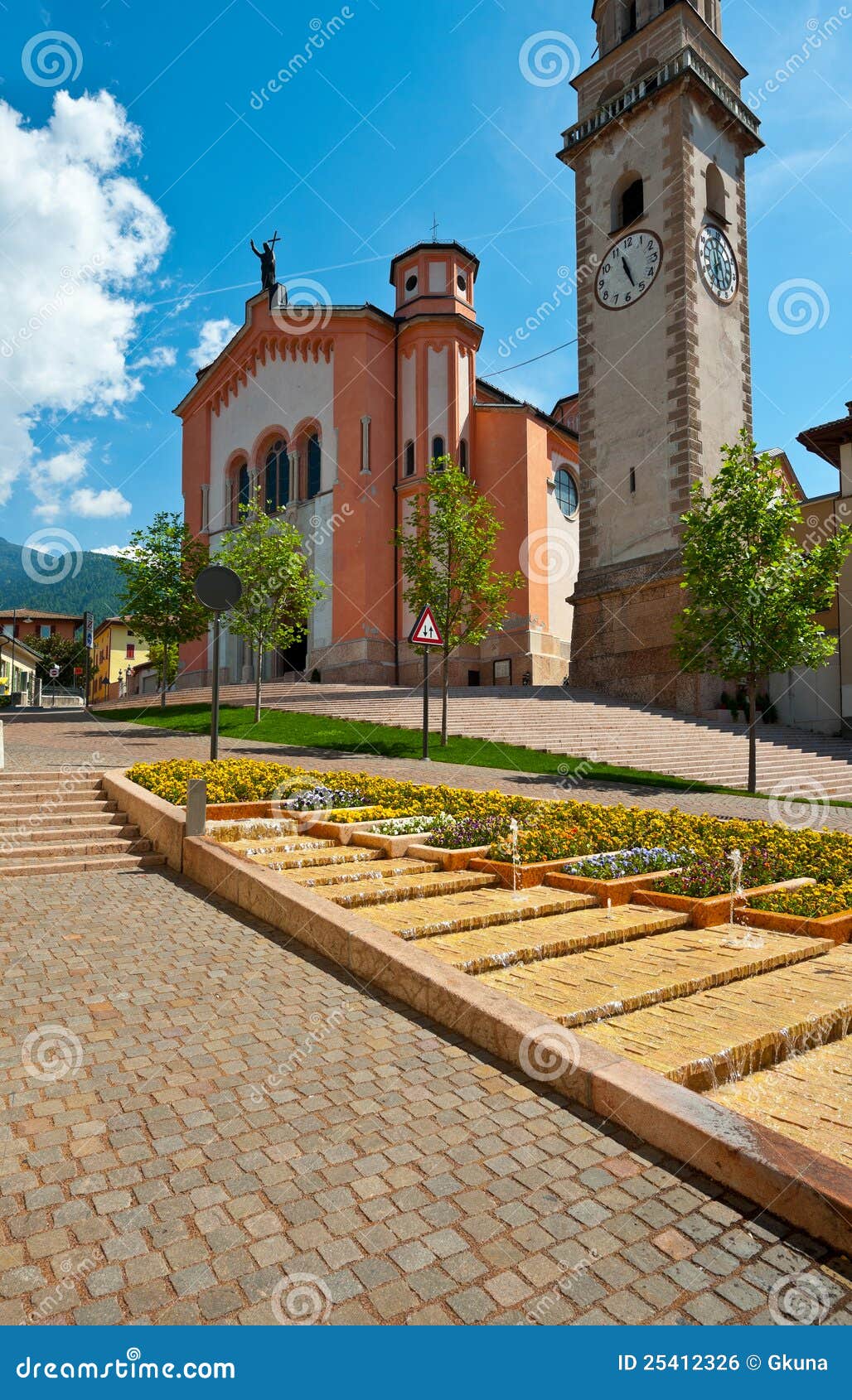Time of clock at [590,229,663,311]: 11:26
